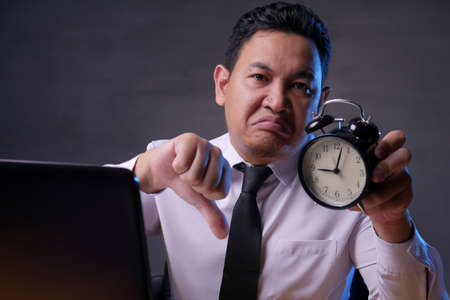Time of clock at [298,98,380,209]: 9:02
